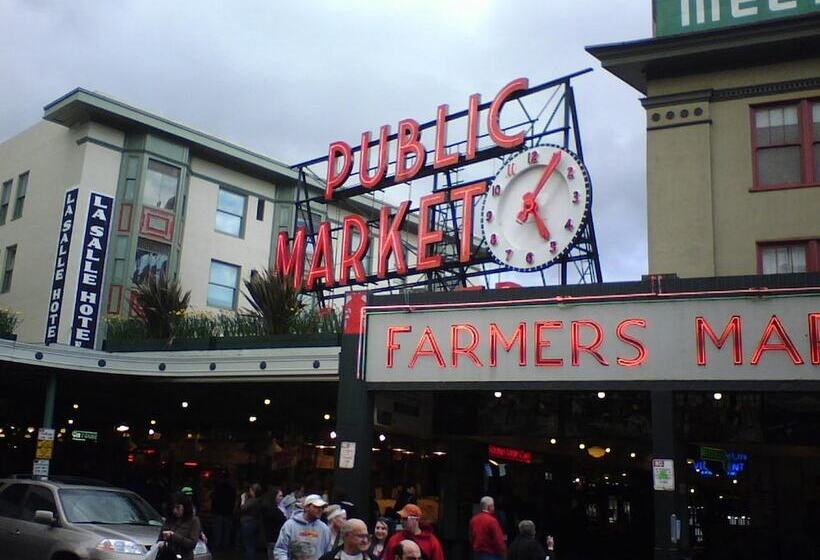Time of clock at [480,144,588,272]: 5:05
